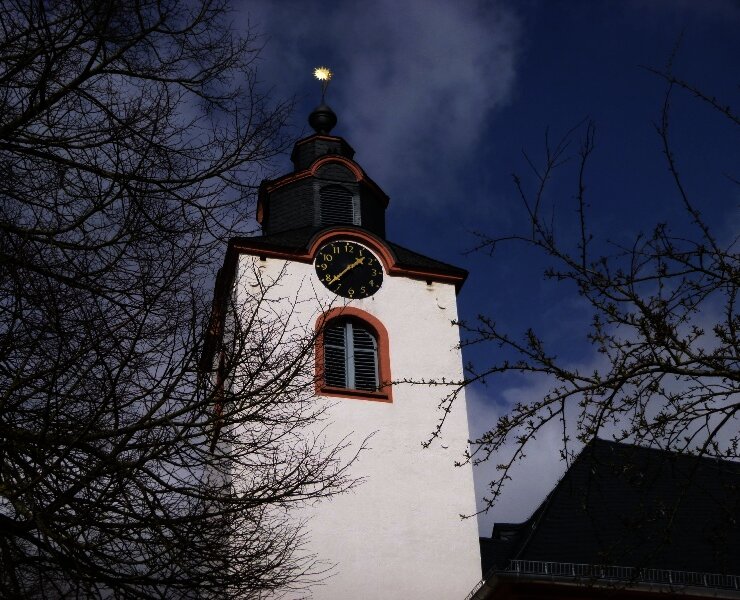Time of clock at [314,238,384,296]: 1:37
